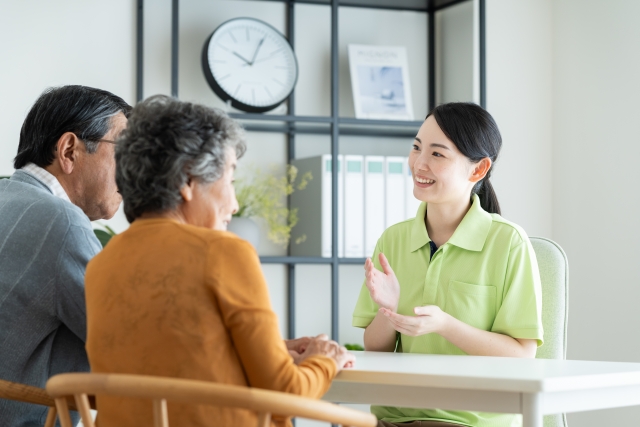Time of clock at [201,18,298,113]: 10:04
